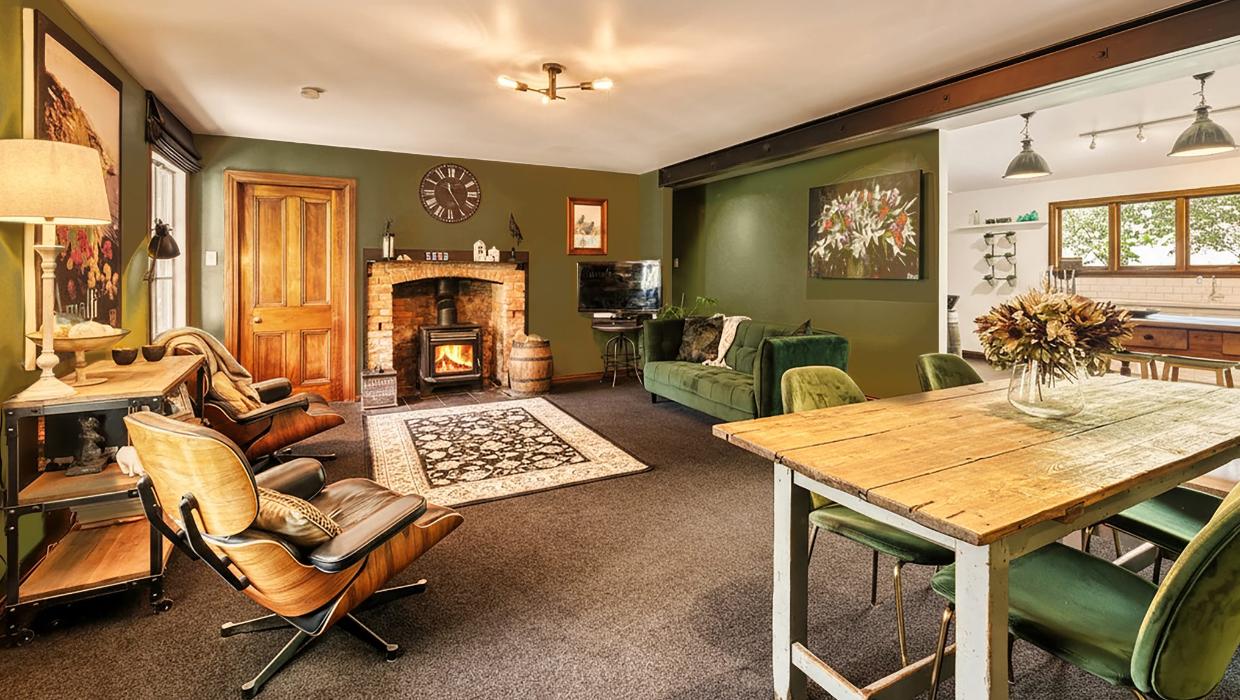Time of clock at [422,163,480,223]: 11:24
